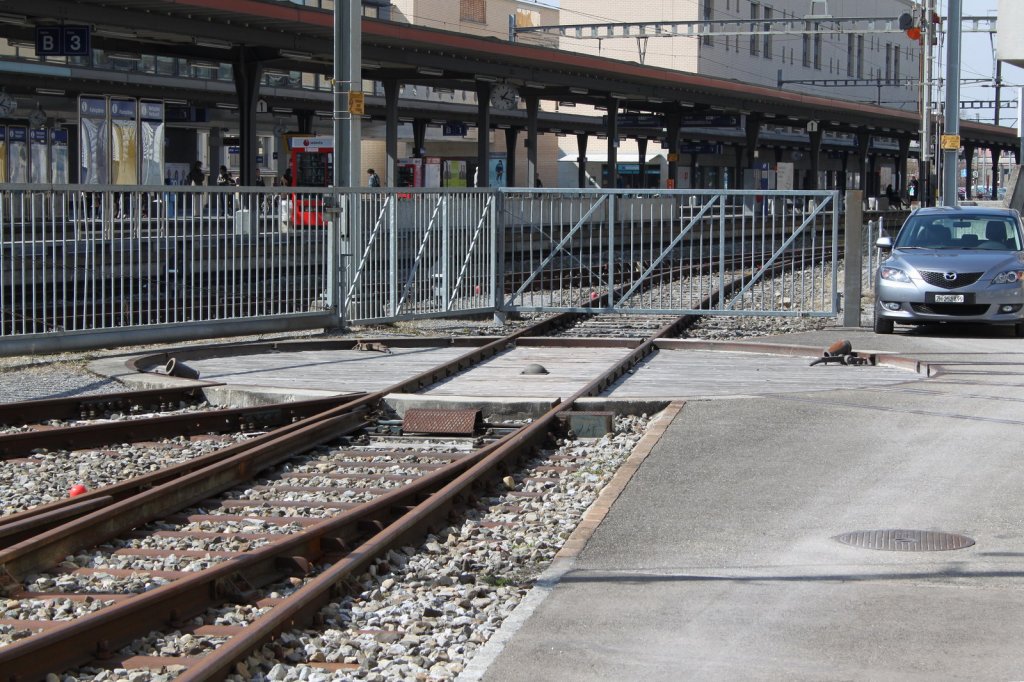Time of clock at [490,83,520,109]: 1:18
